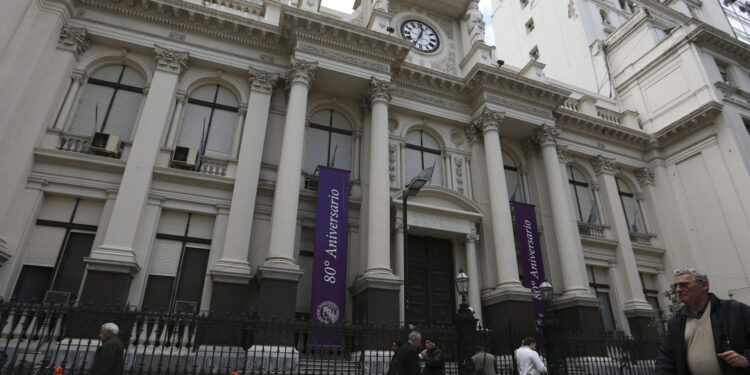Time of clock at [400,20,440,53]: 12:34
